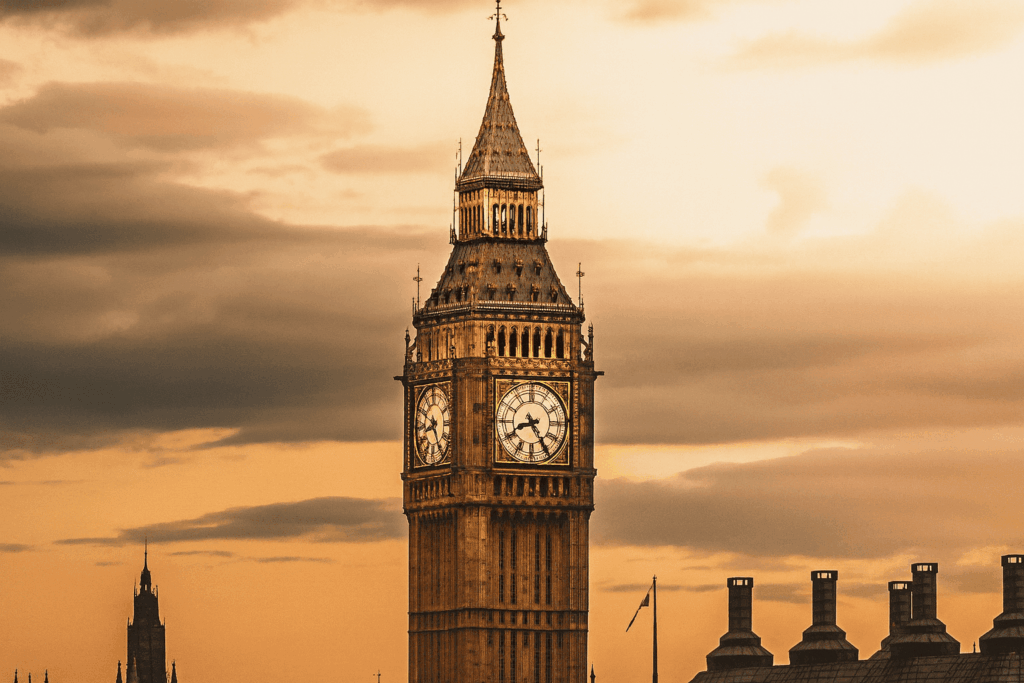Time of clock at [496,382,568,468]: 8:24
